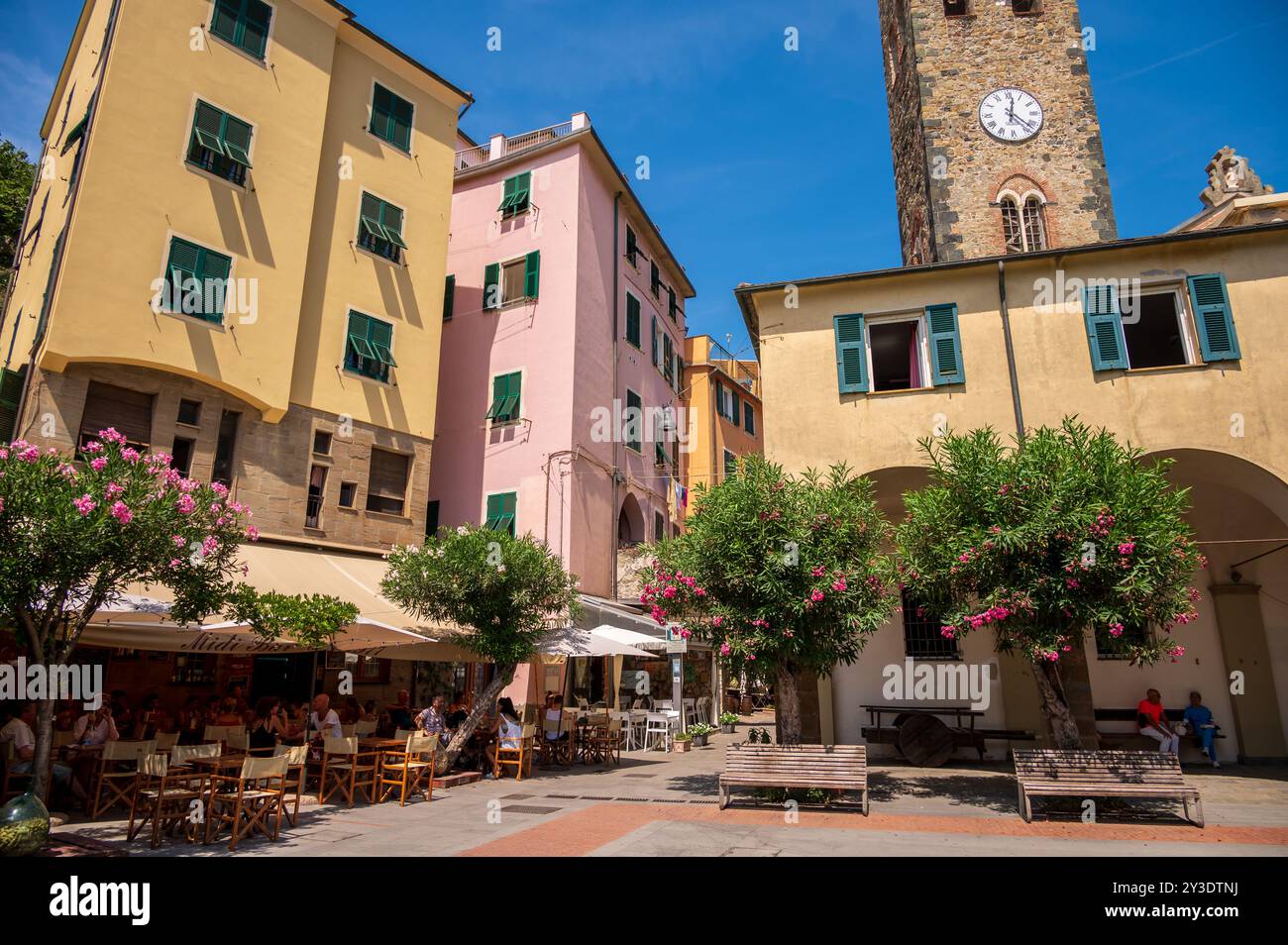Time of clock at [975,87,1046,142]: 12:22
